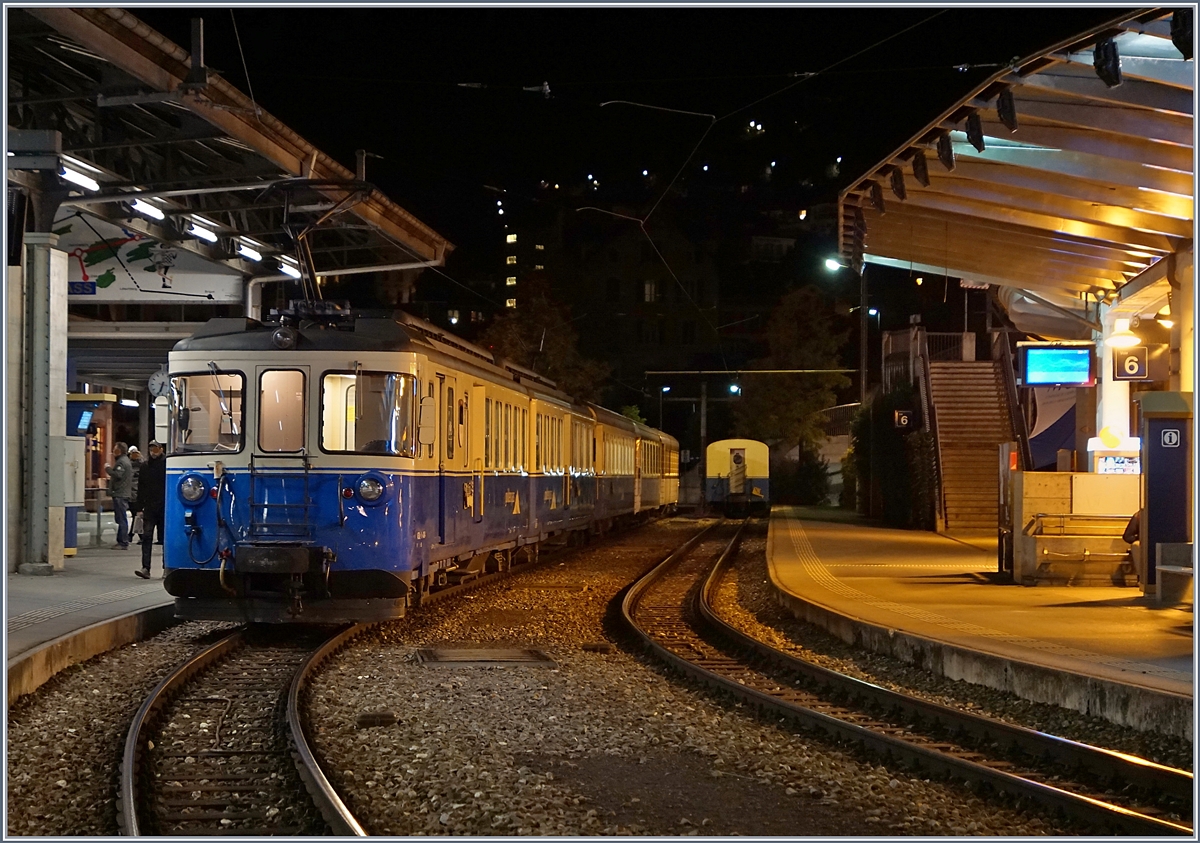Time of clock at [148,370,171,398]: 6:34
